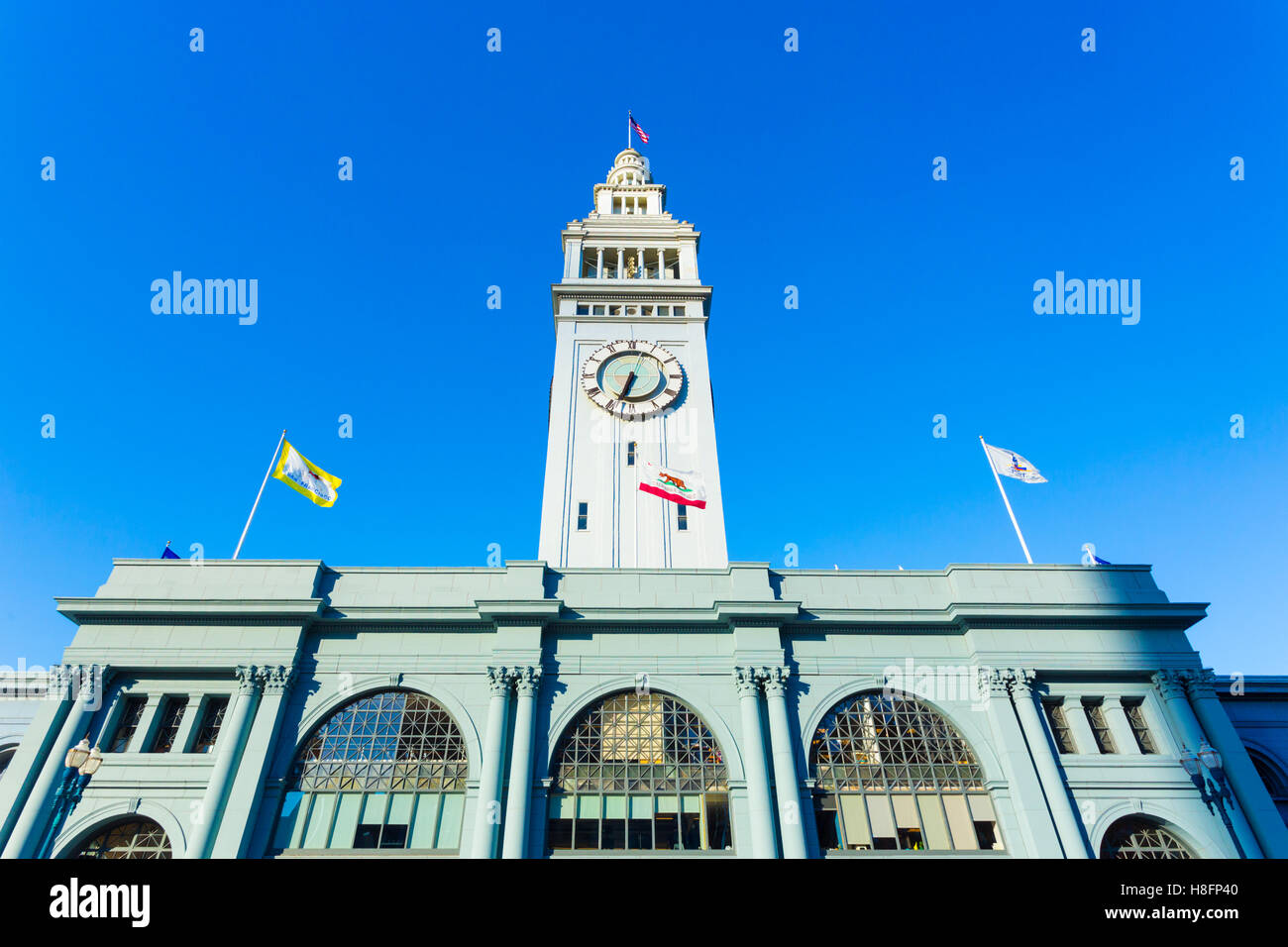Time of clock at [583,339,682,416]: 6:33
